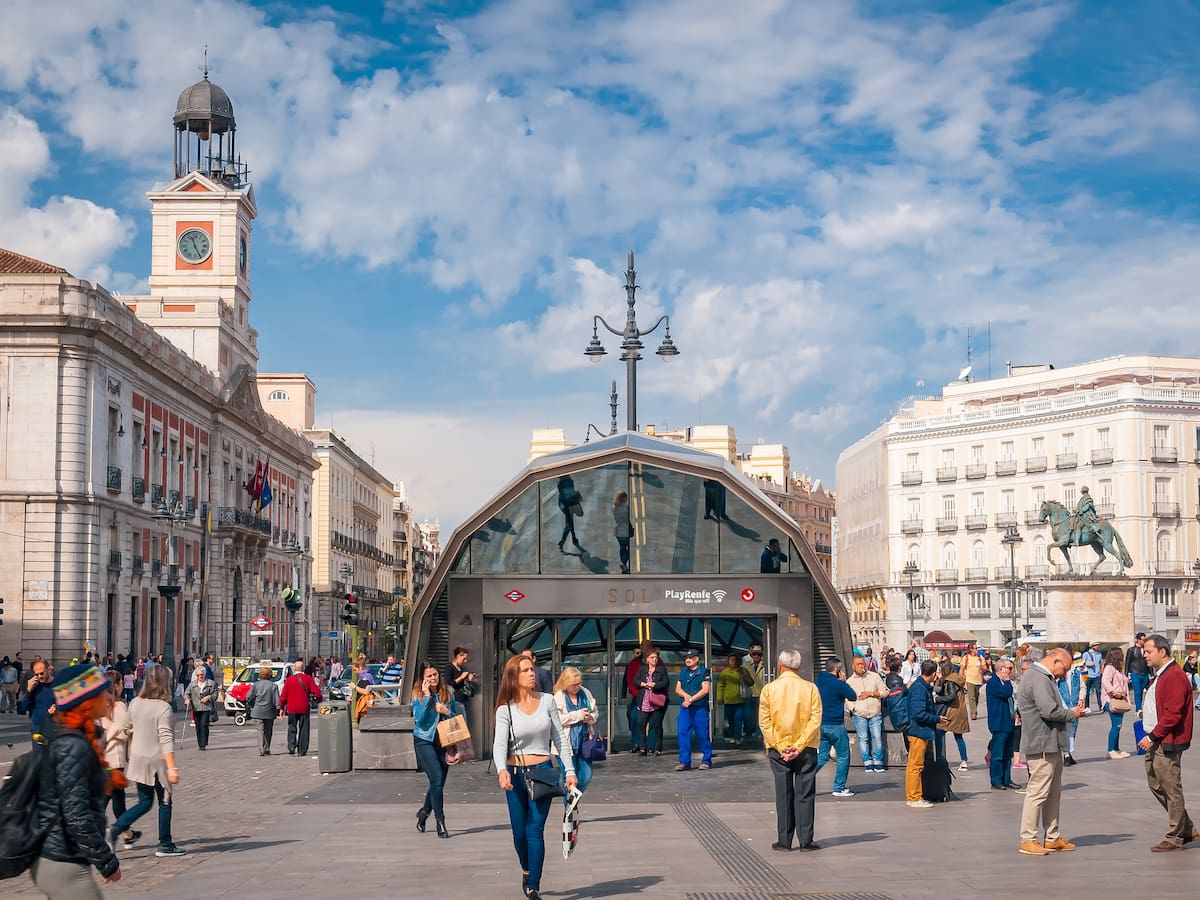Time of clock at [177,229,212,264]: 11:25
